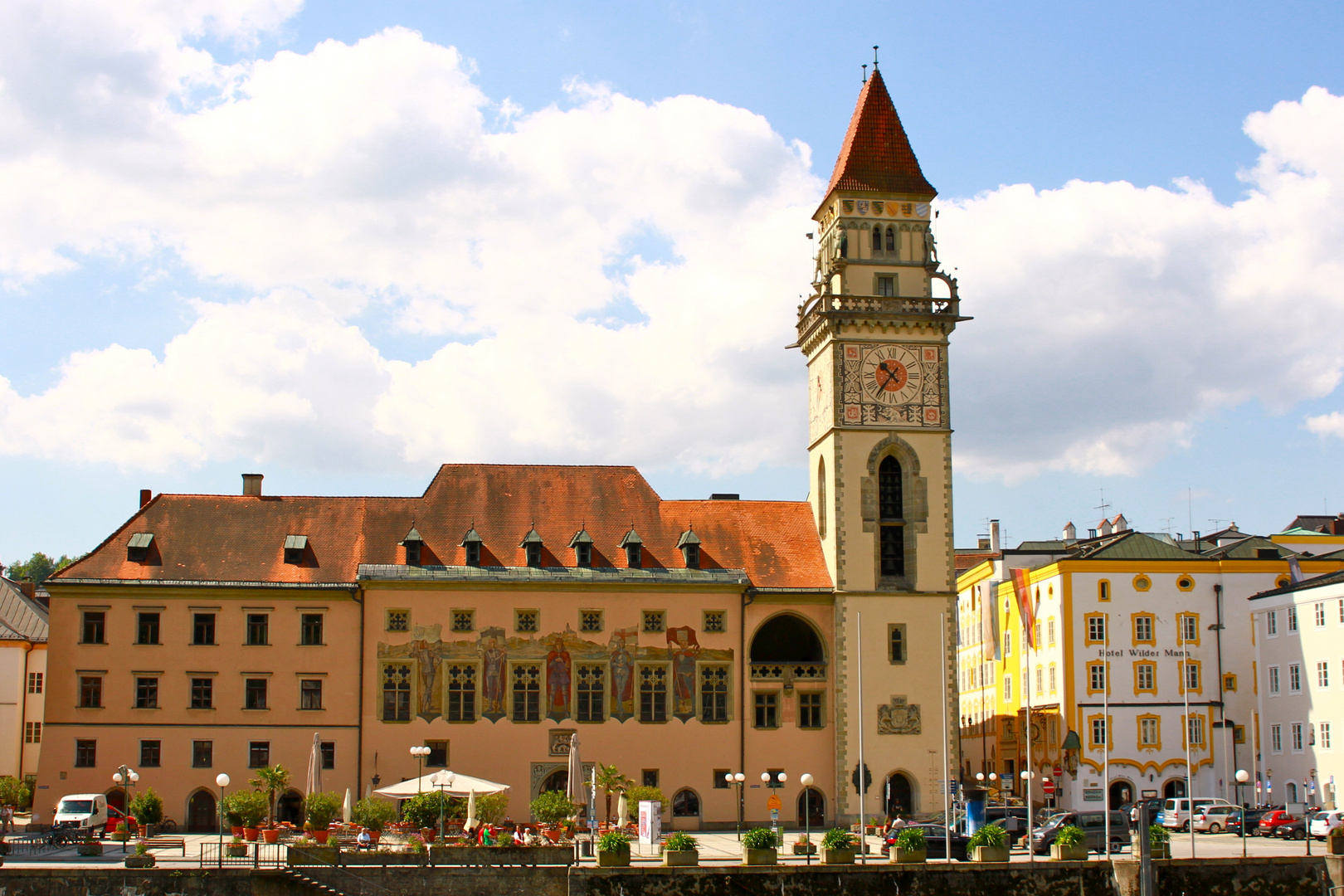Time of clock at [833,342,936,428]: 10:36
